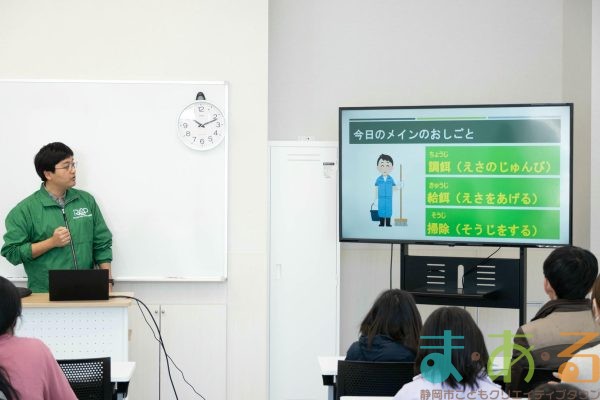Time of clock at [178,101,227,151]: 10:11
